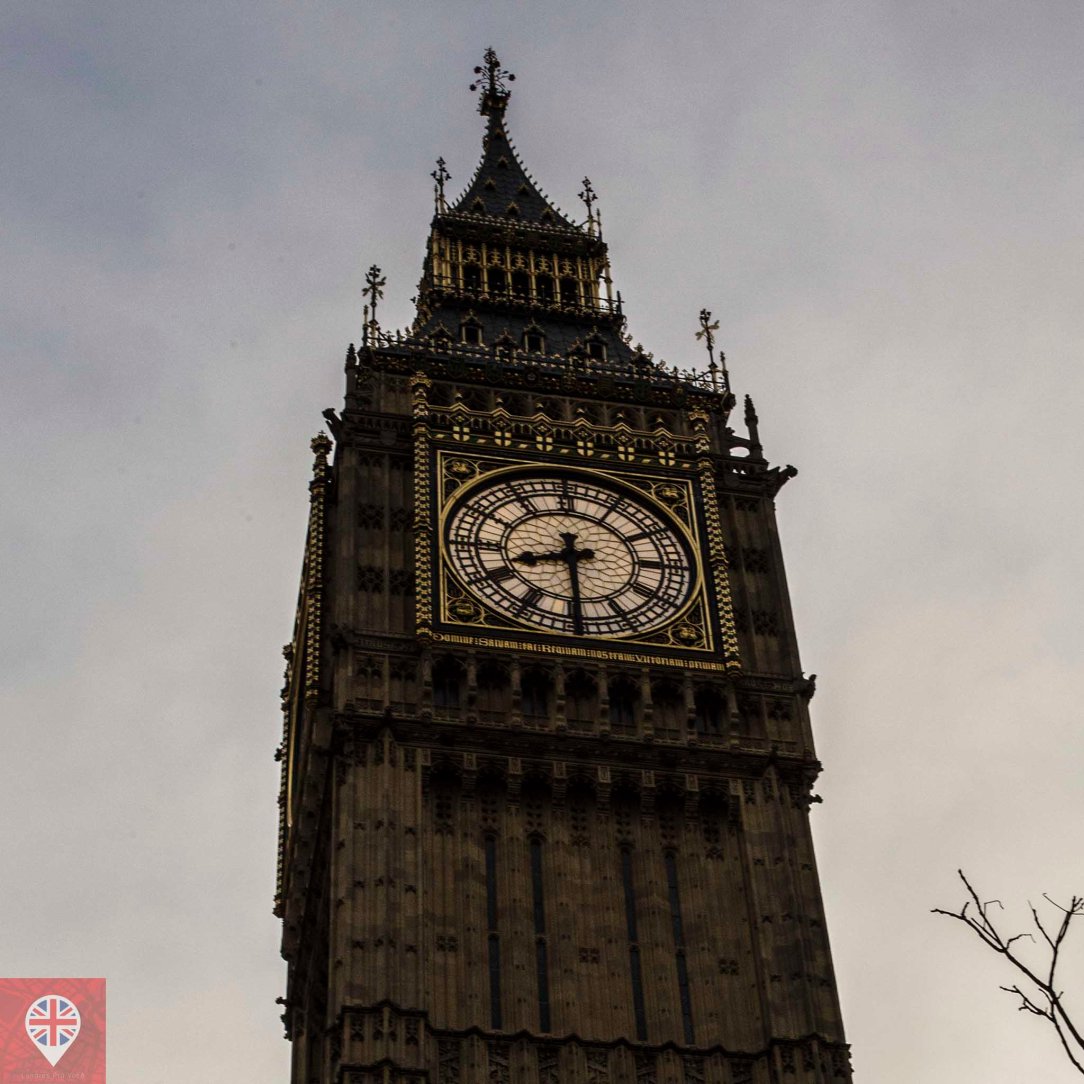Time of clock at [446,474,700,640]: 8:29
